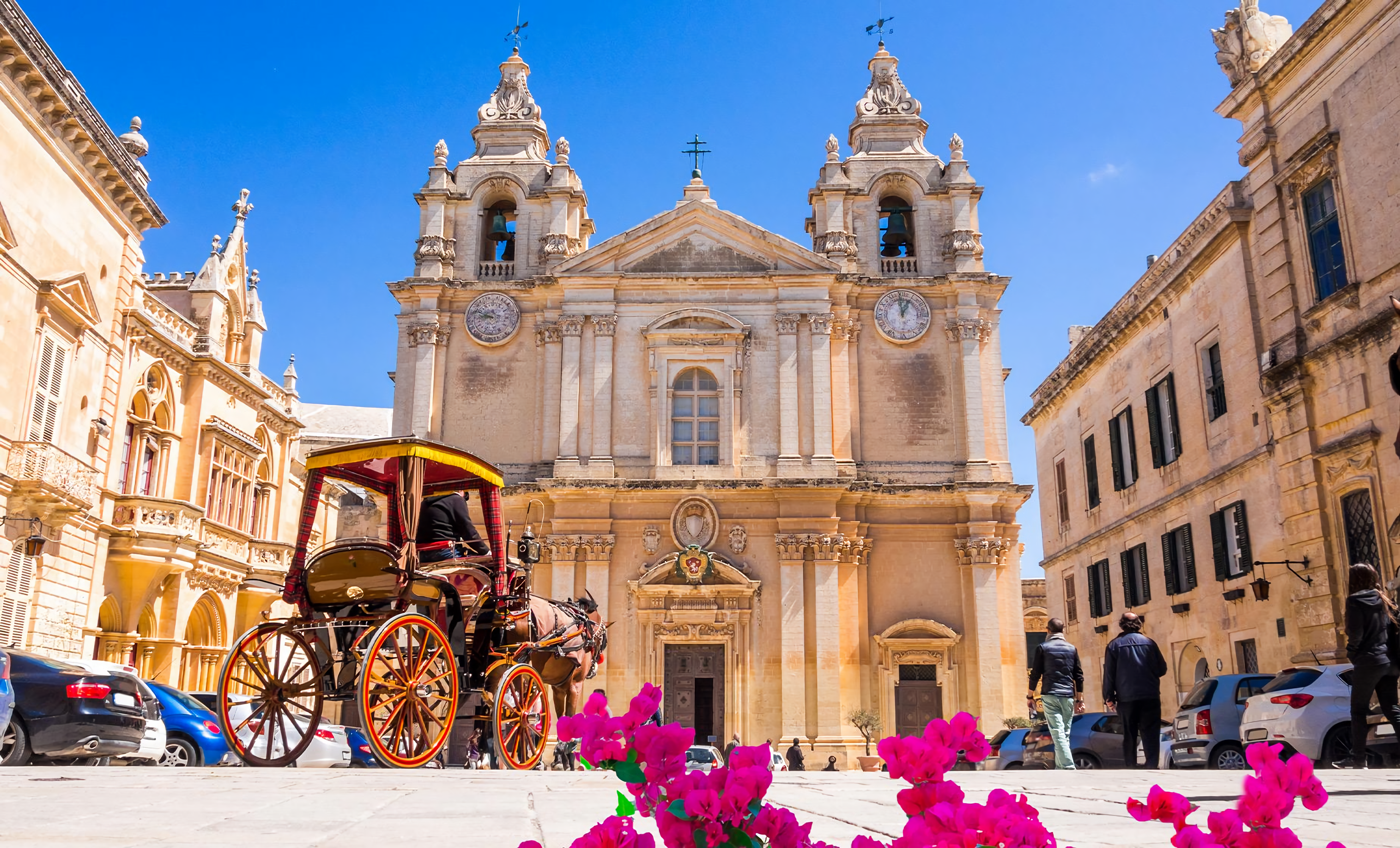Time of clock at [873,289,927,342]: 12:59
